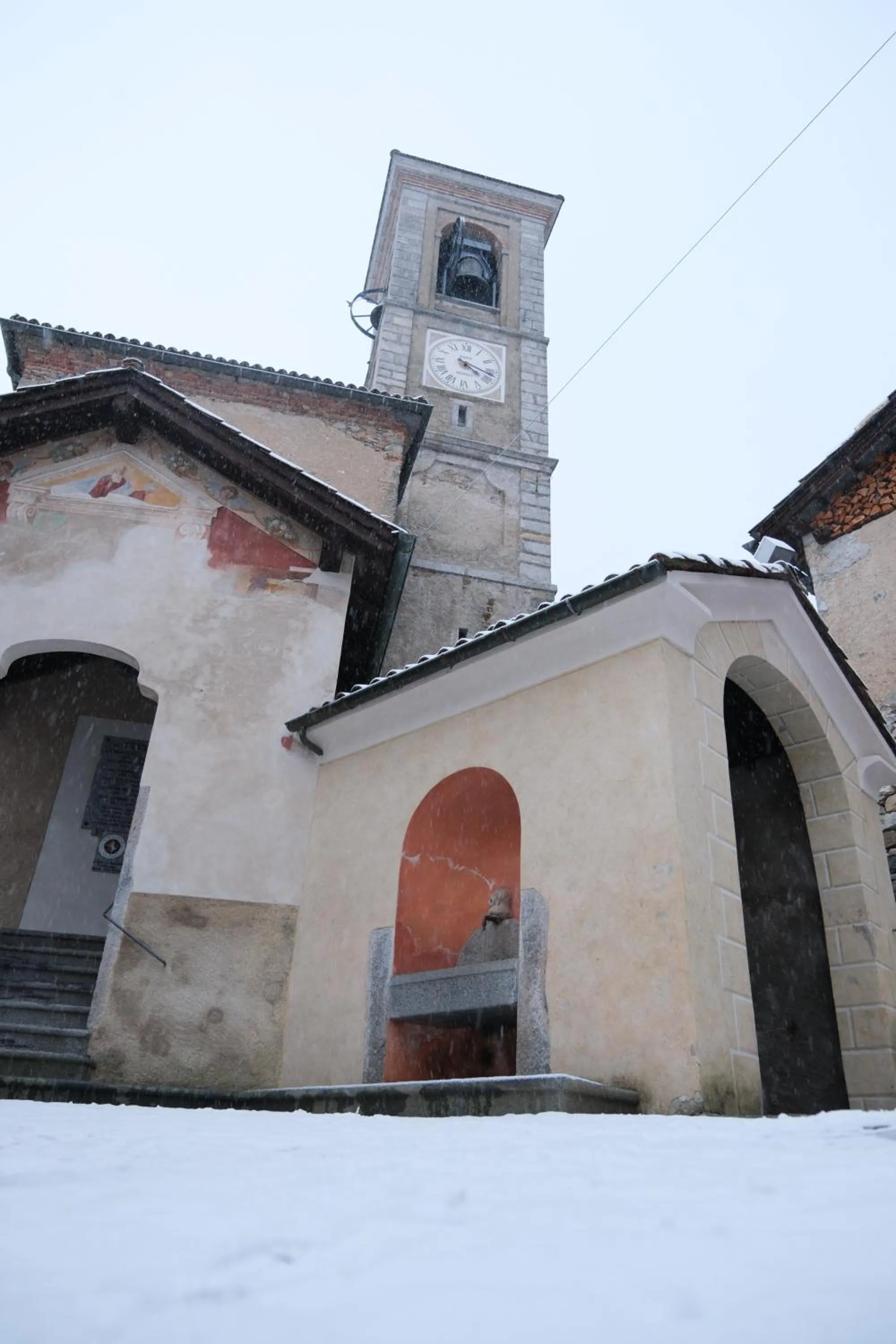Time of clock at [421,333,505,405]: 4:17
